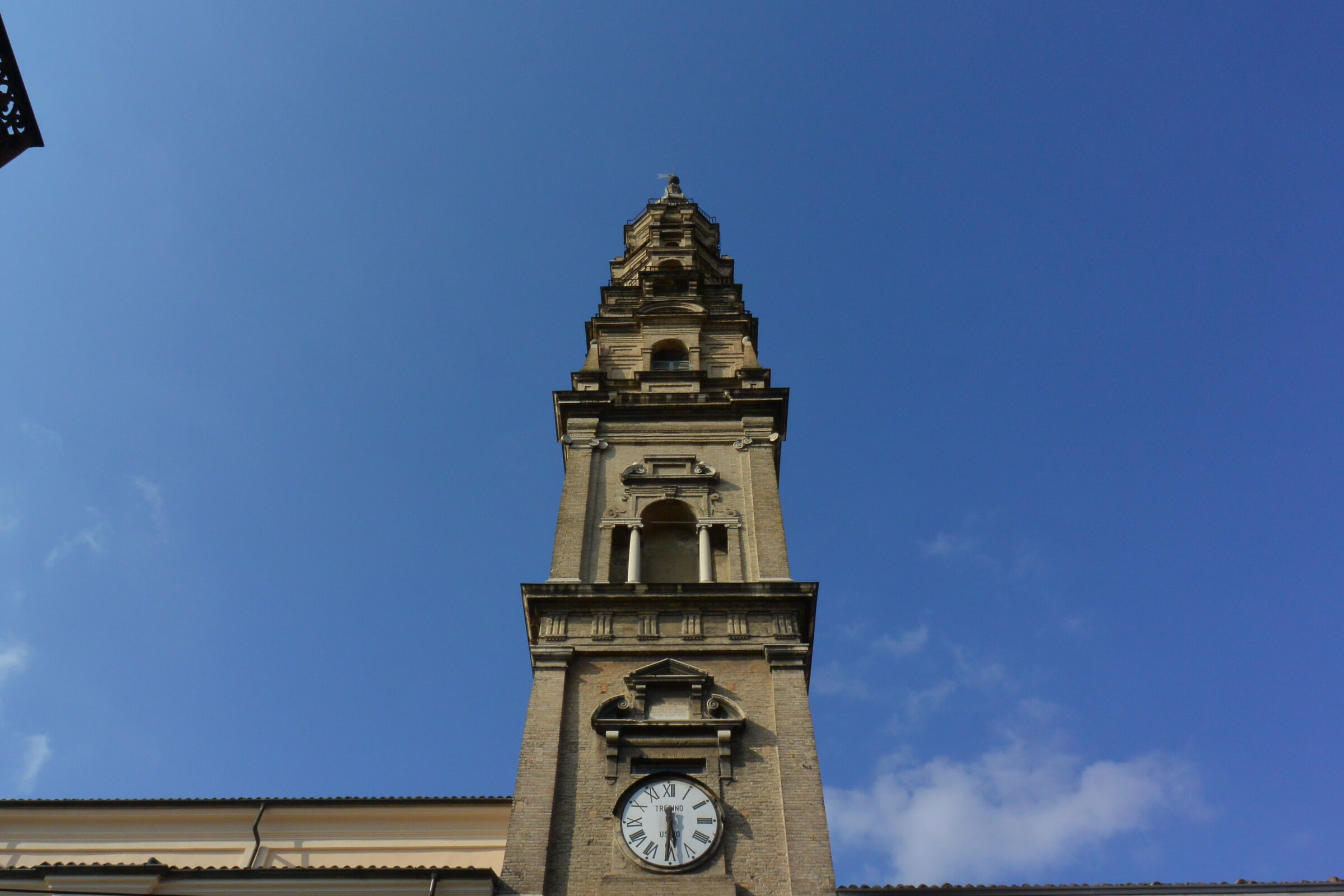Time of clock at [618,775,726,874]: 5:30
